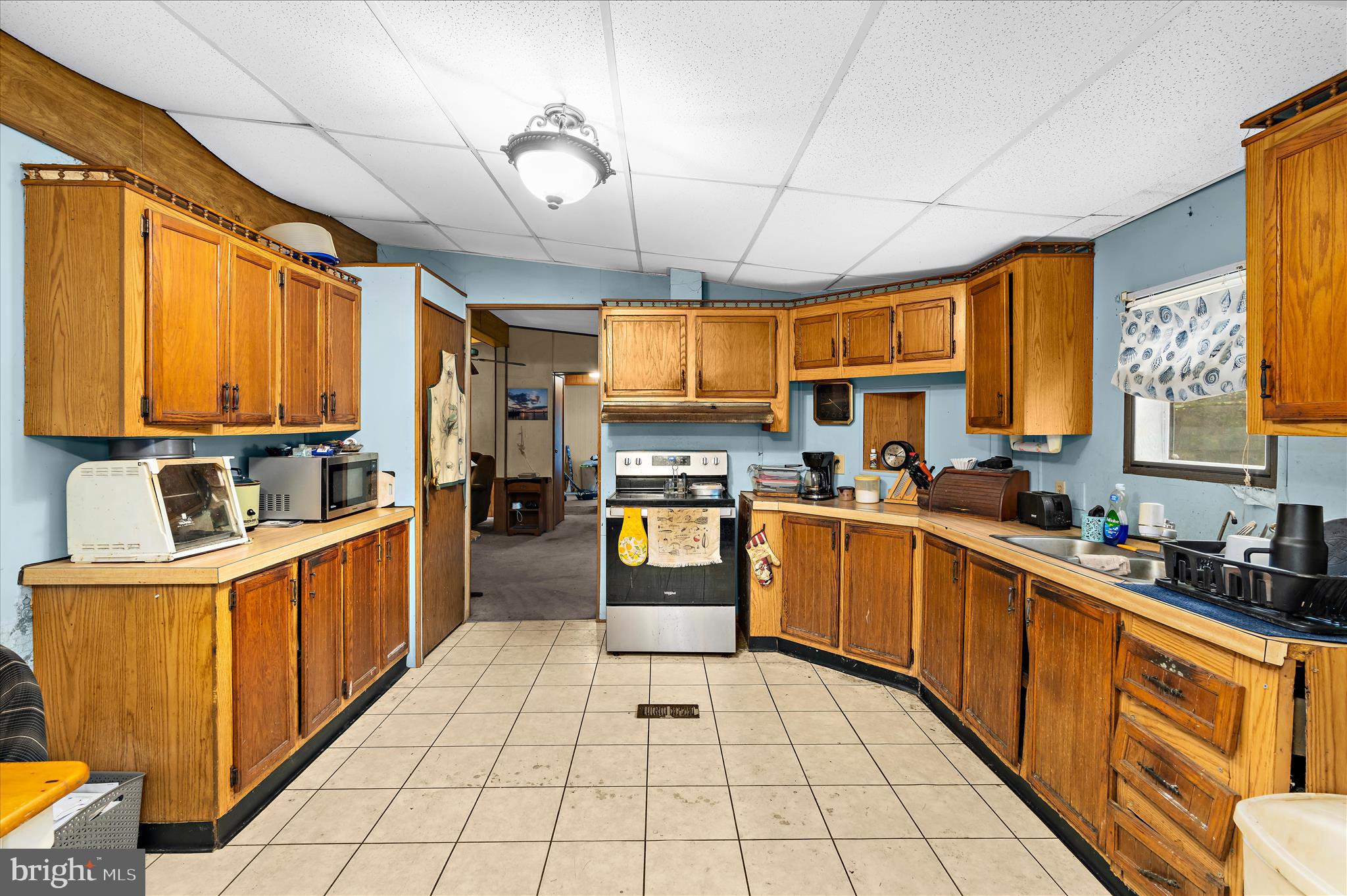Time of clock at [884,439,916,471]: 9:08
